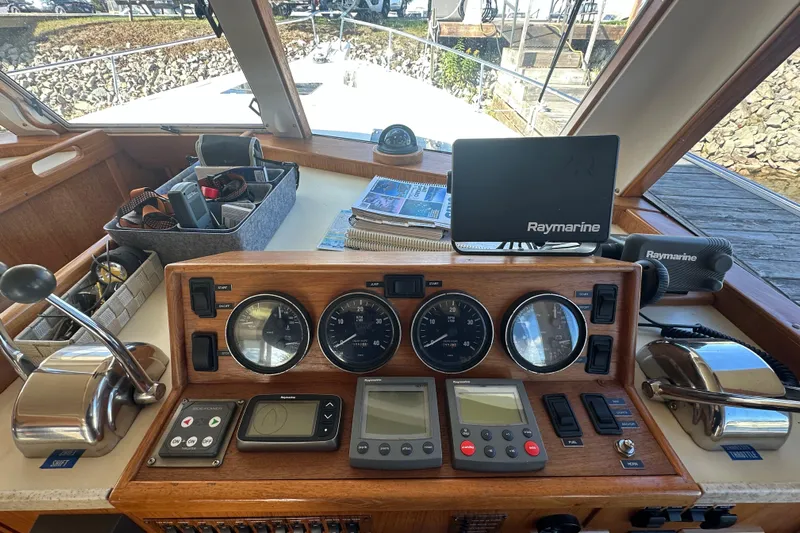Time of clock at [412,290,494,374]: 7:39
